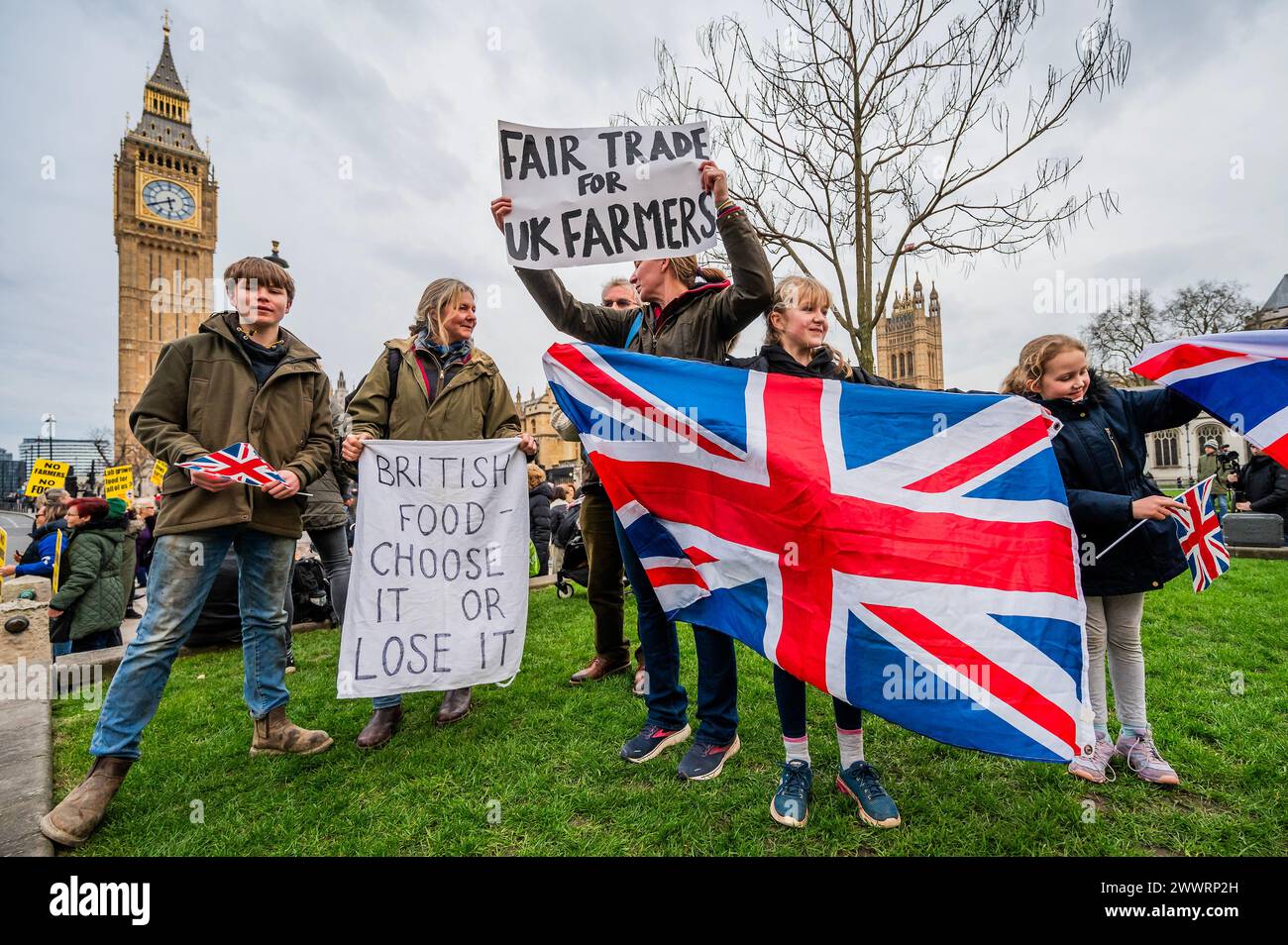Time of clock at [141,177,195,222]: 5:40
